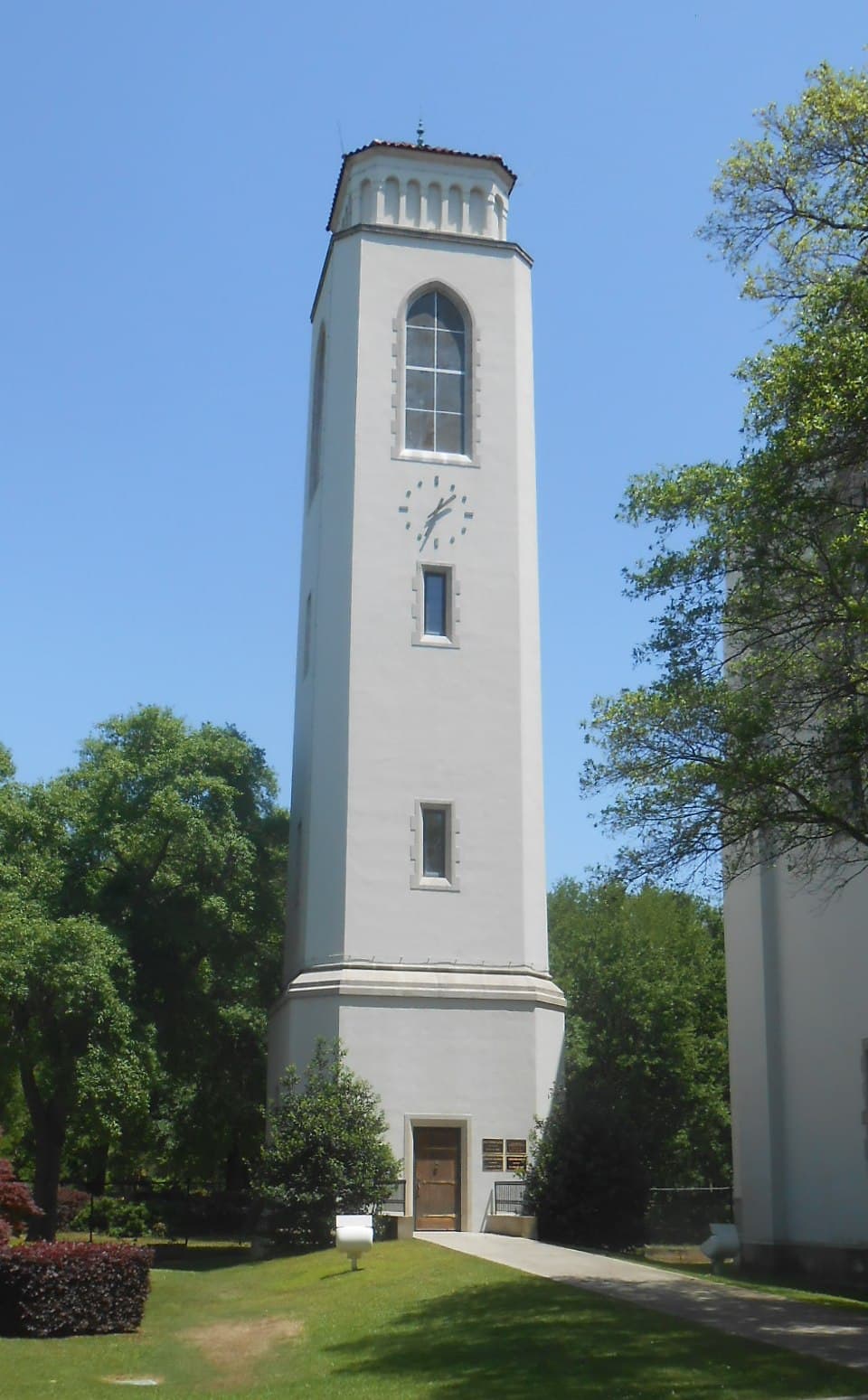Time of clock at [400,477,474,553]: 1:33
